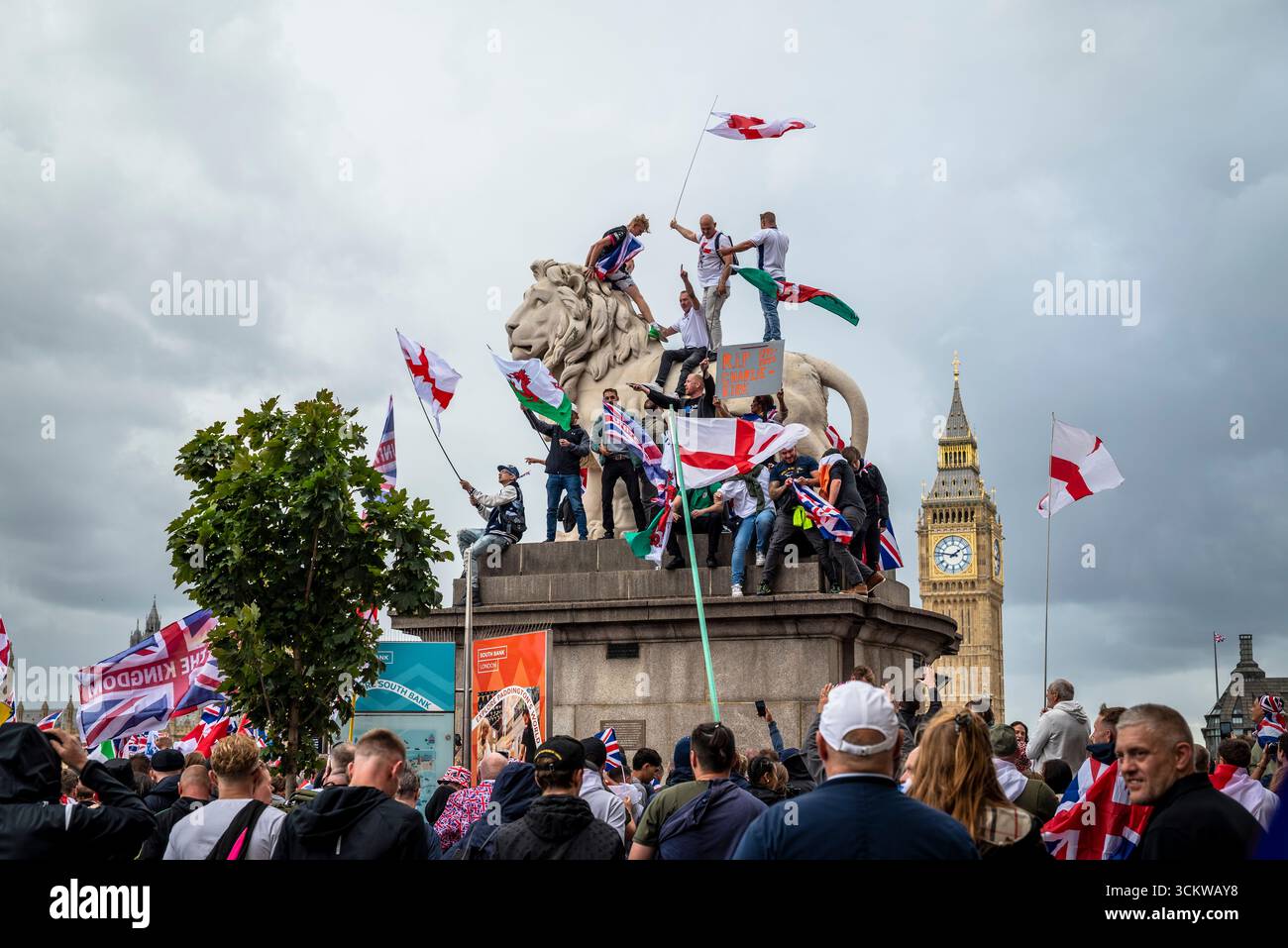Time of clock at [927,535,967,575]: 1:46
